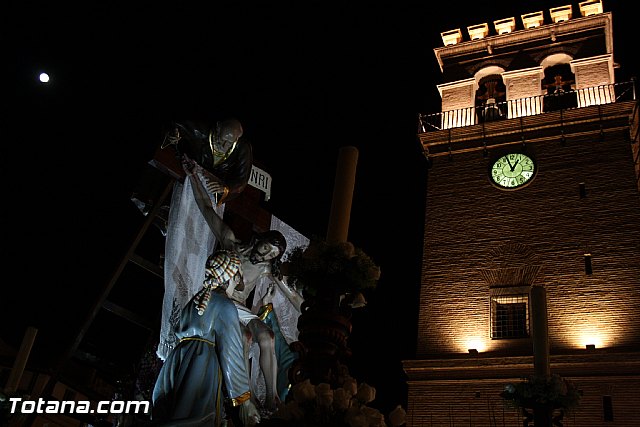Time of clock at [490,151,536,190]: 12:56
